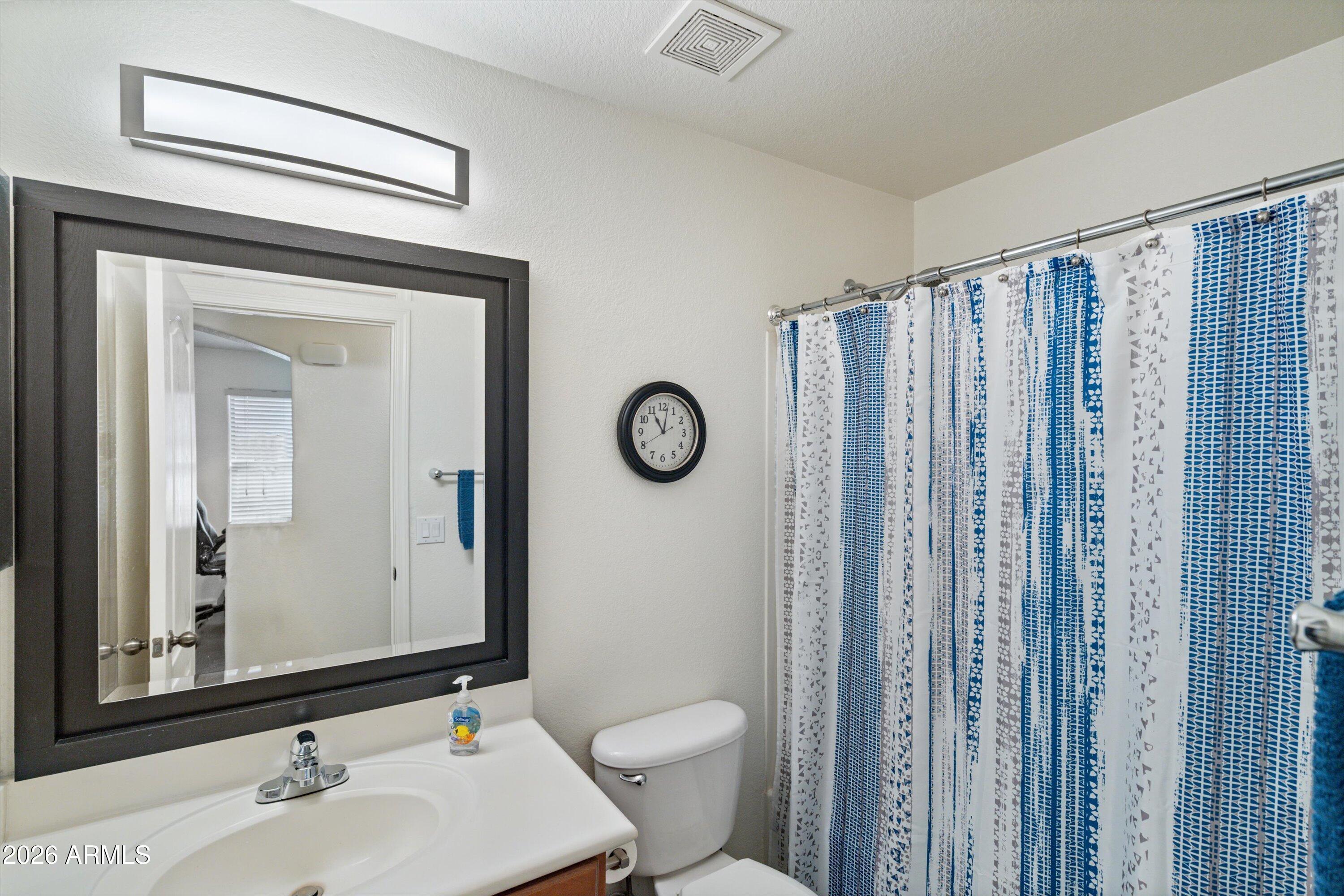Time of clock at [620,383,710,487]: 11:01
